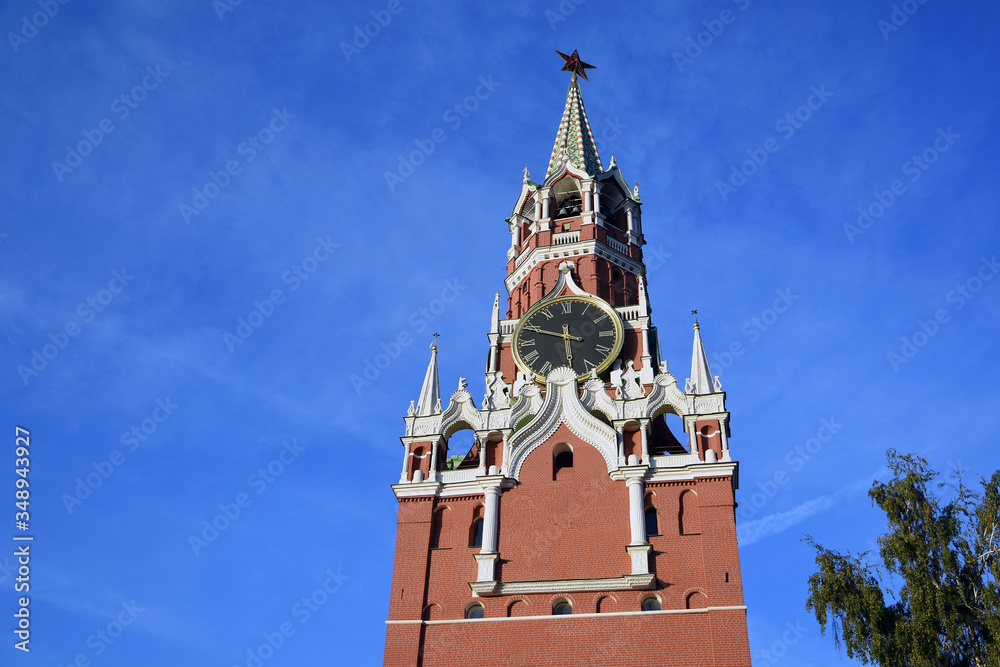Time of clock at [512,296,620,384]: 5:48
